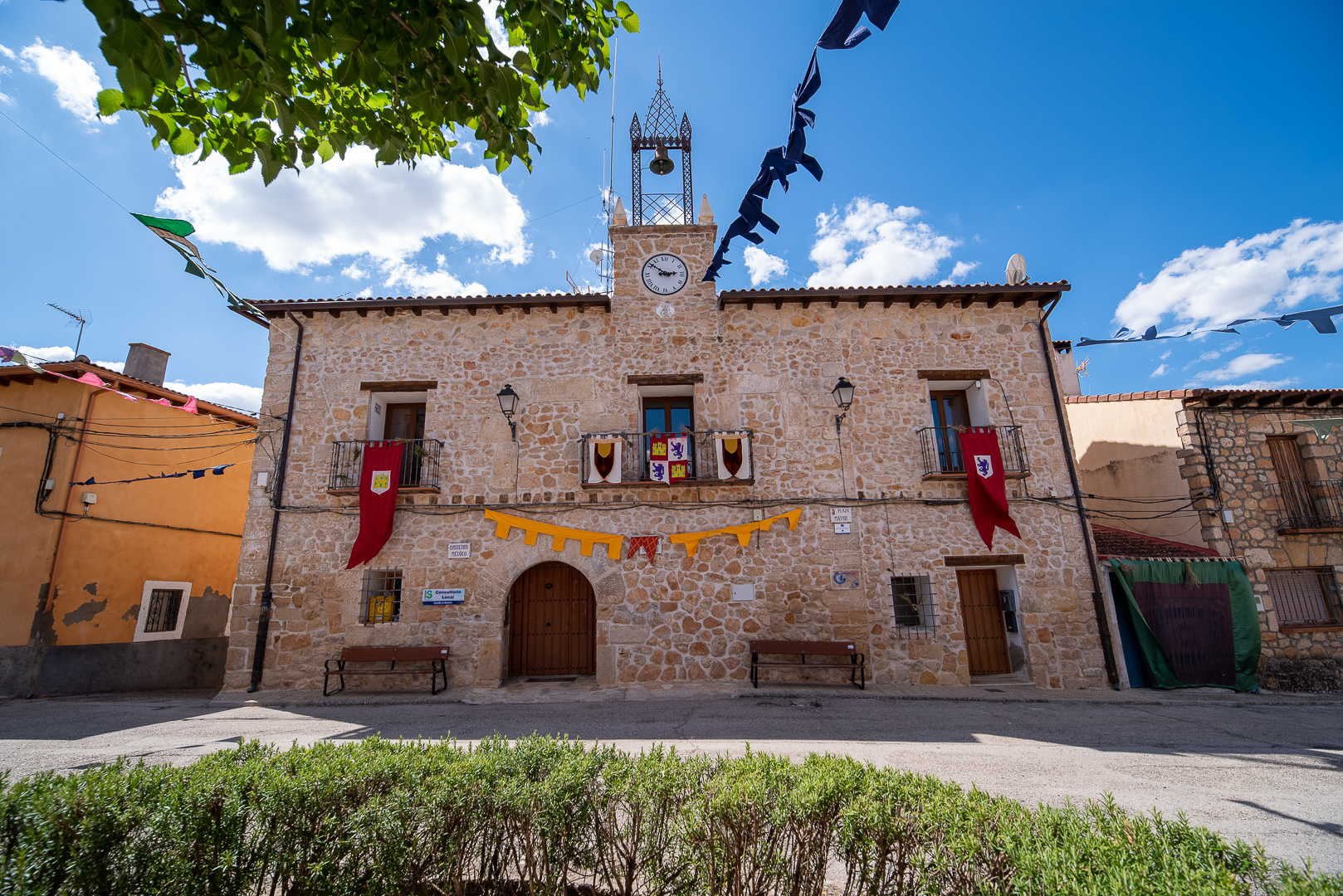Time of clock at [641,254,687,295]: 2:51
